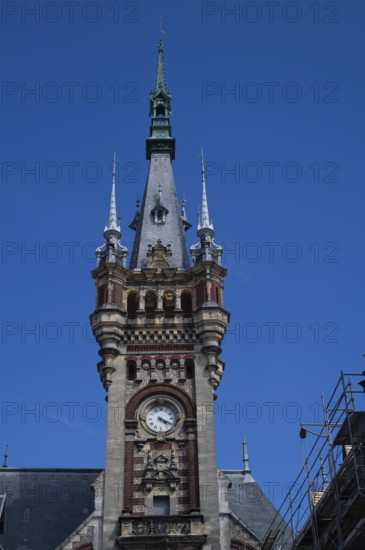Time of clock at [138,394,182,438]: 4:19
